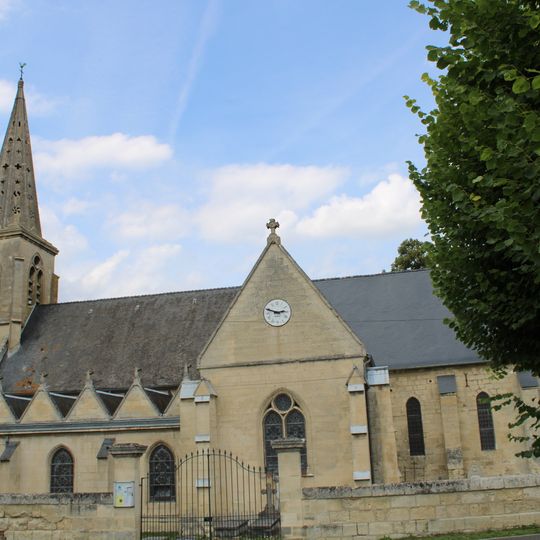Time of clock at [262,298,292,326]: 2:48
